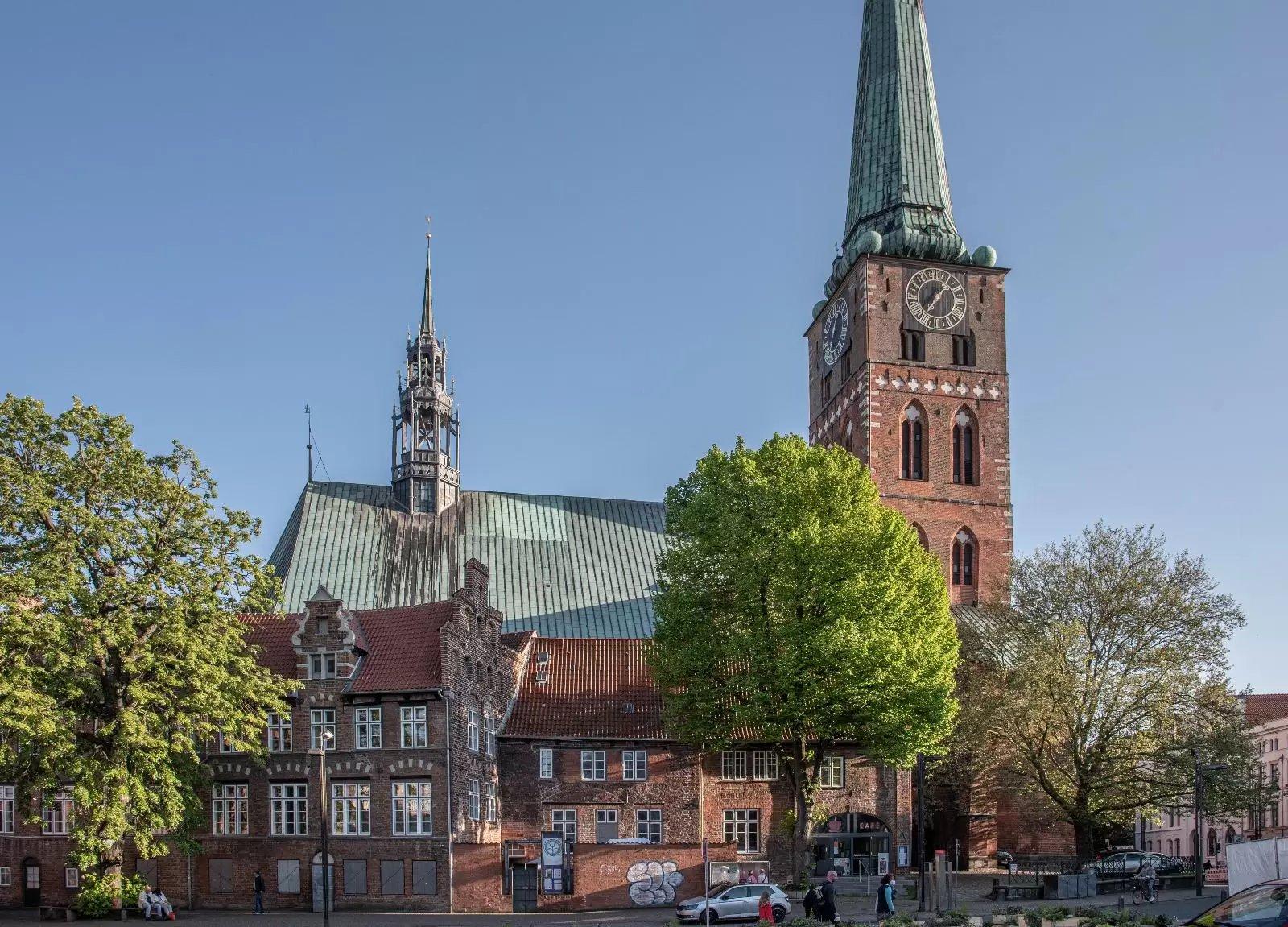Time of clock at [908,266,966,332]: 7:06
